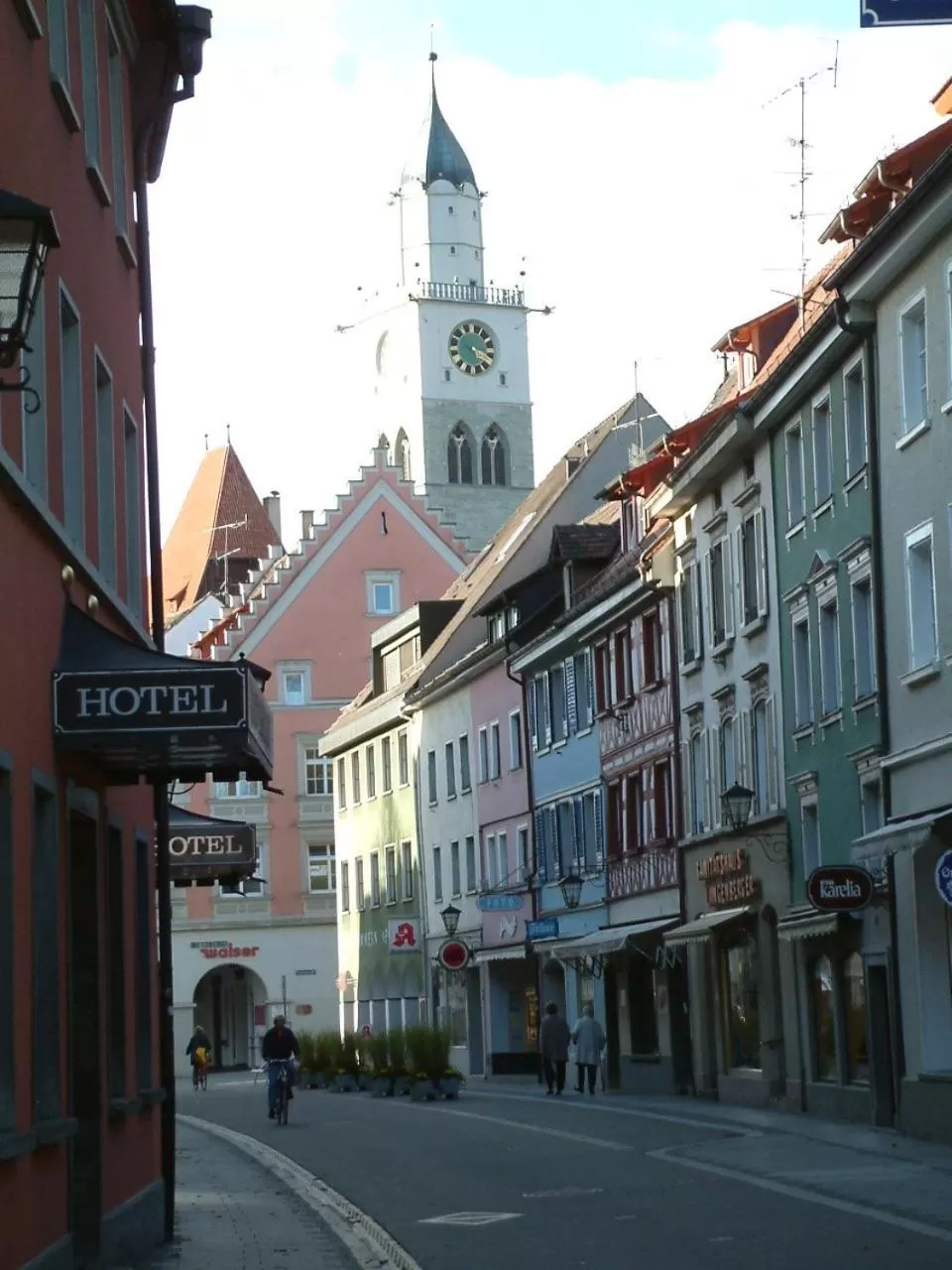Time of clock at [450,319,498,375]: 5:18
